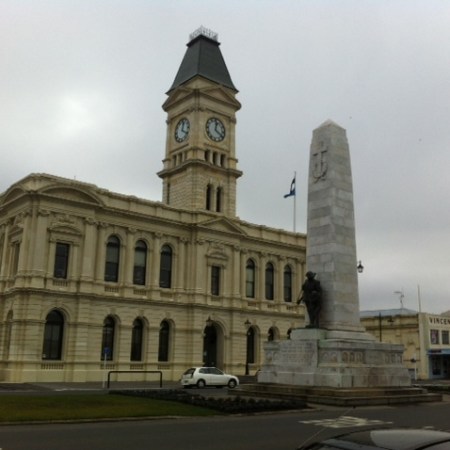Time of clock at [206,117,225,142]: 12:20
